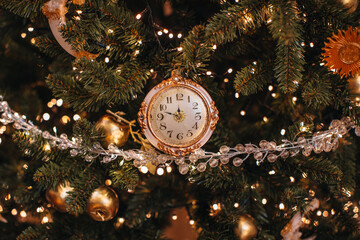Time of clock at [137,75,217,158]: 11:47
